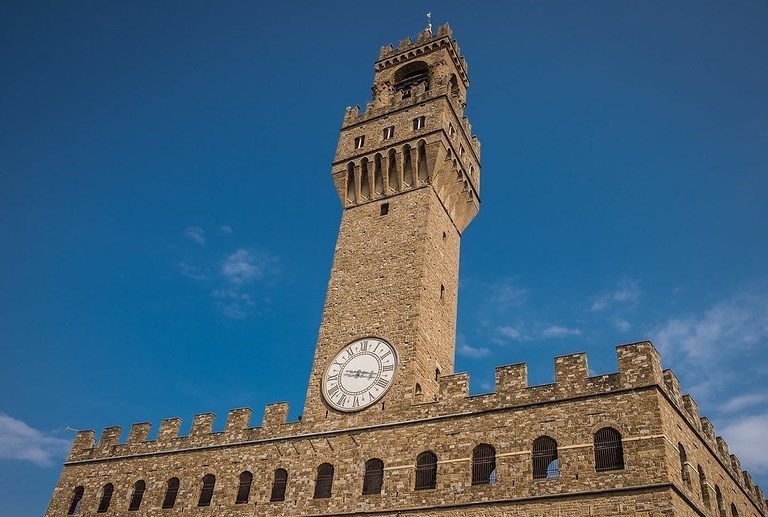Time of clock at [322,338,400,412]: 9:17
